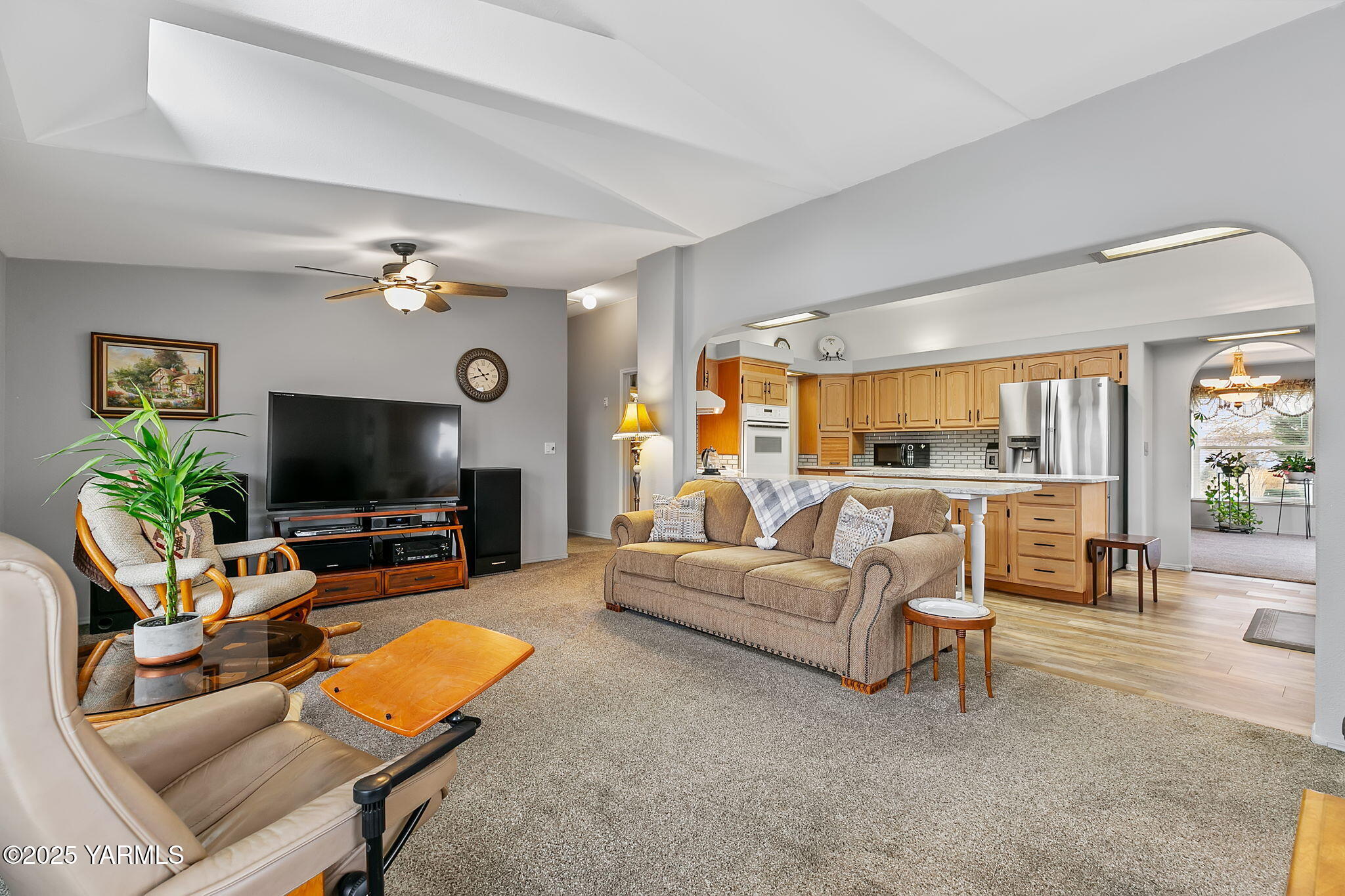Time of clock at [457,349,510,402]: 10:41
